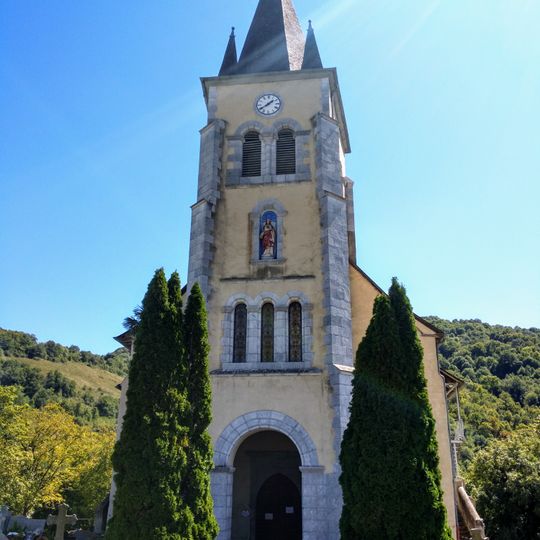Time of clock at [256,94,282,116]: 1:39
